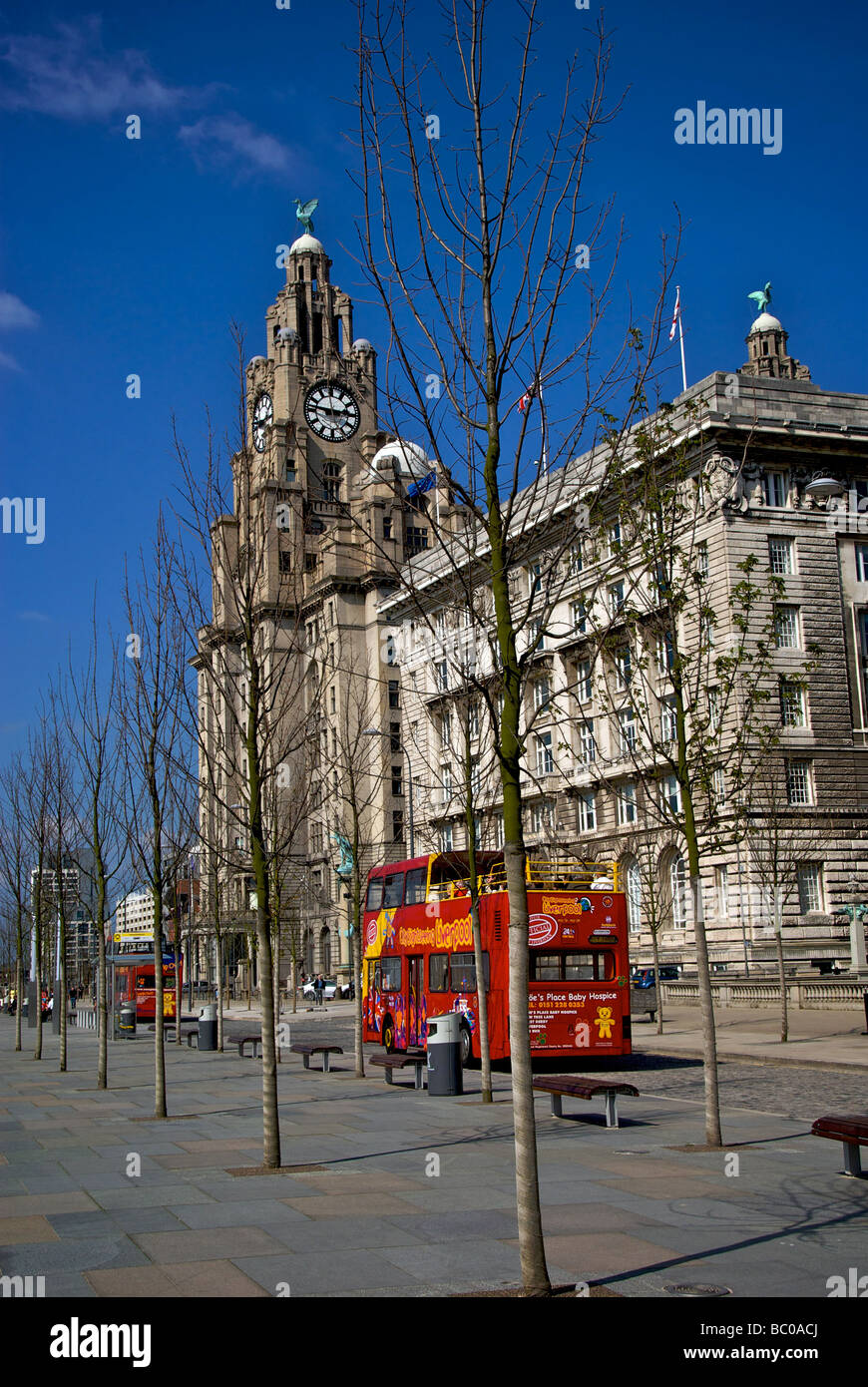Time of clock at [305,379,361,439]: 2:46
